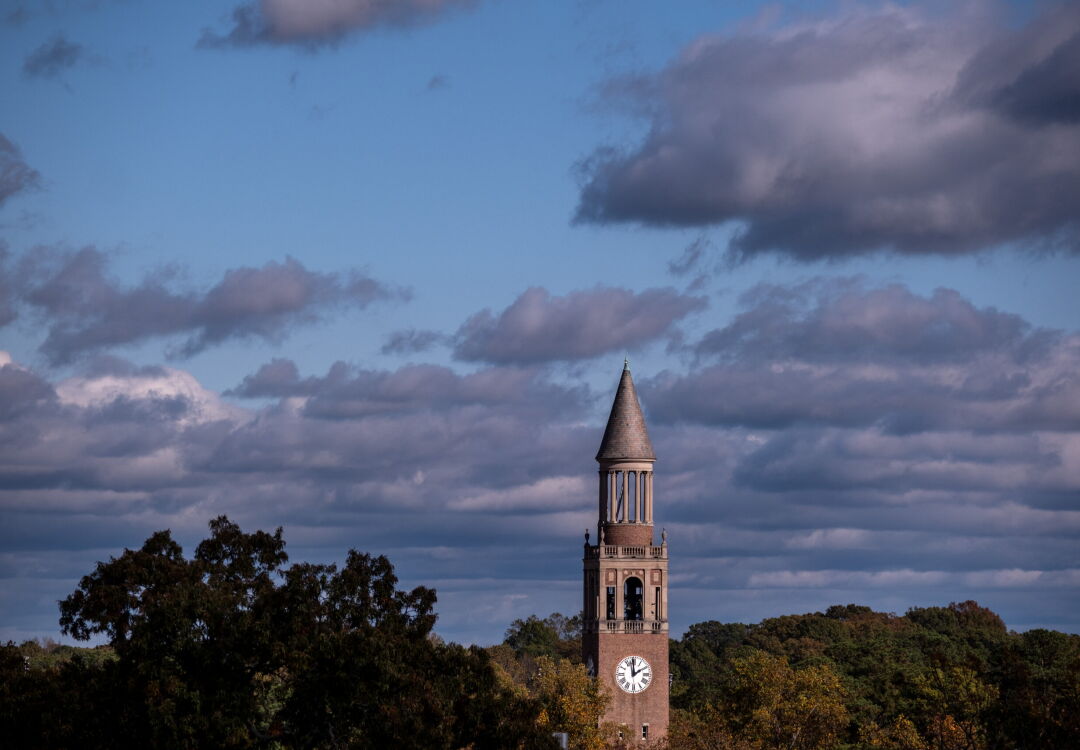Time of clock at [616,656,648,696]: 1:59
